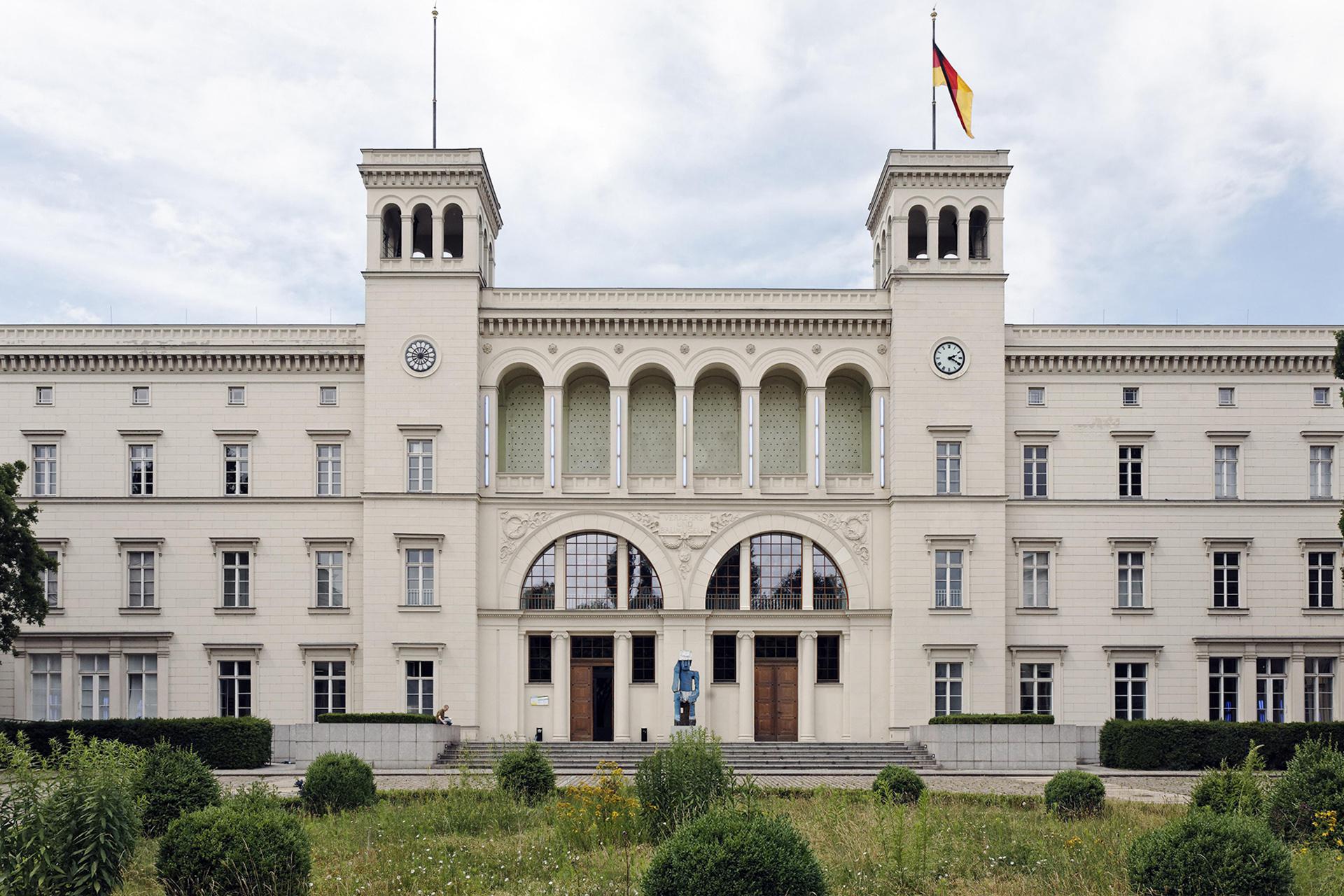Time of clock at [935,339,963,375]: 2:19
